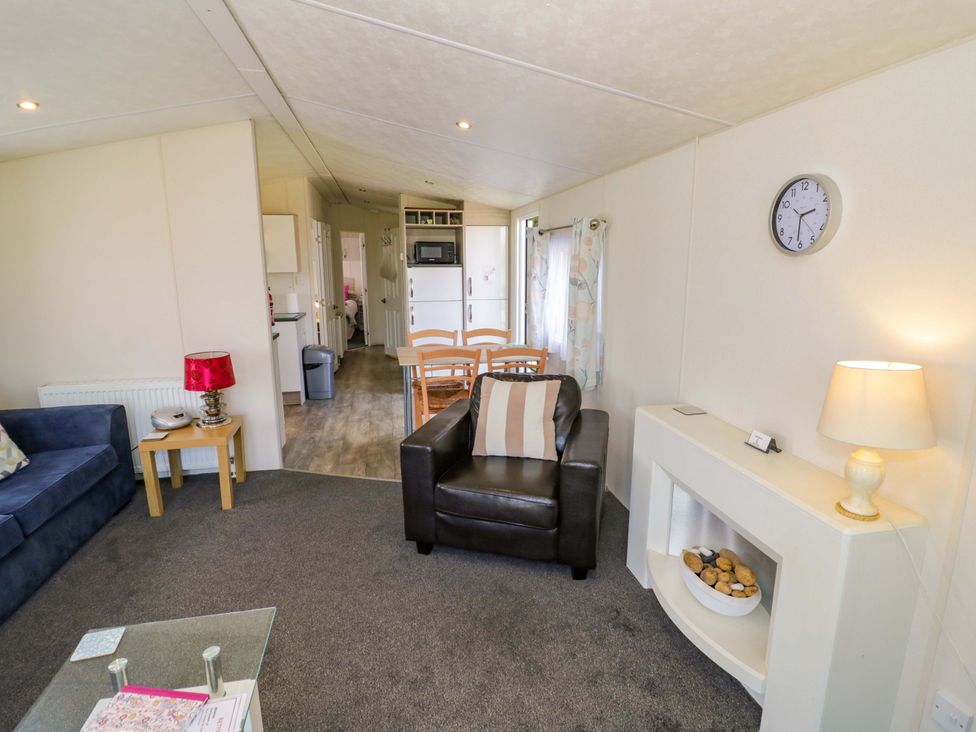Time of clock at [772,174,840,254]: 2:31
